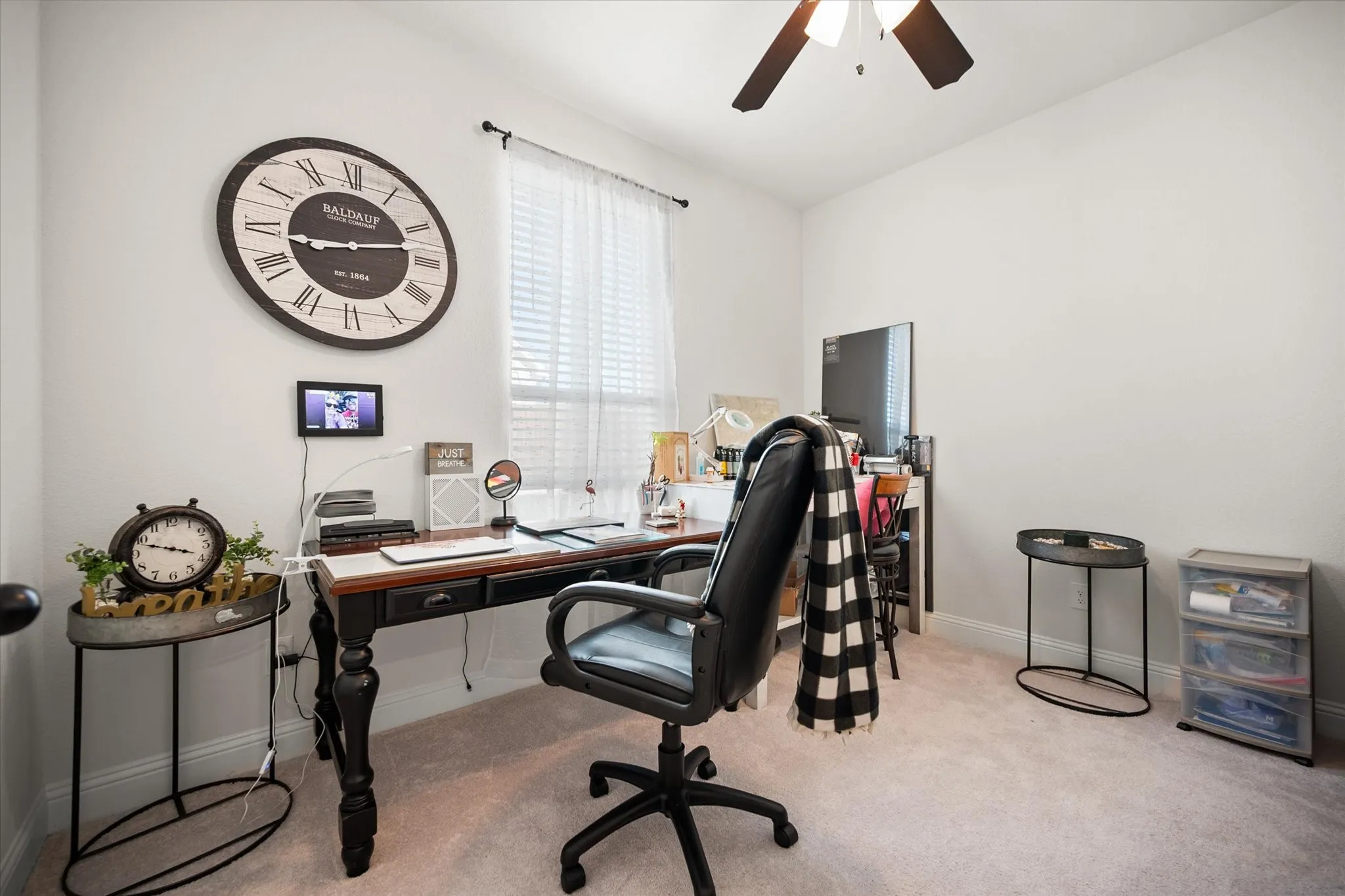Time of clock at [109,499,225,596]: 3:48
